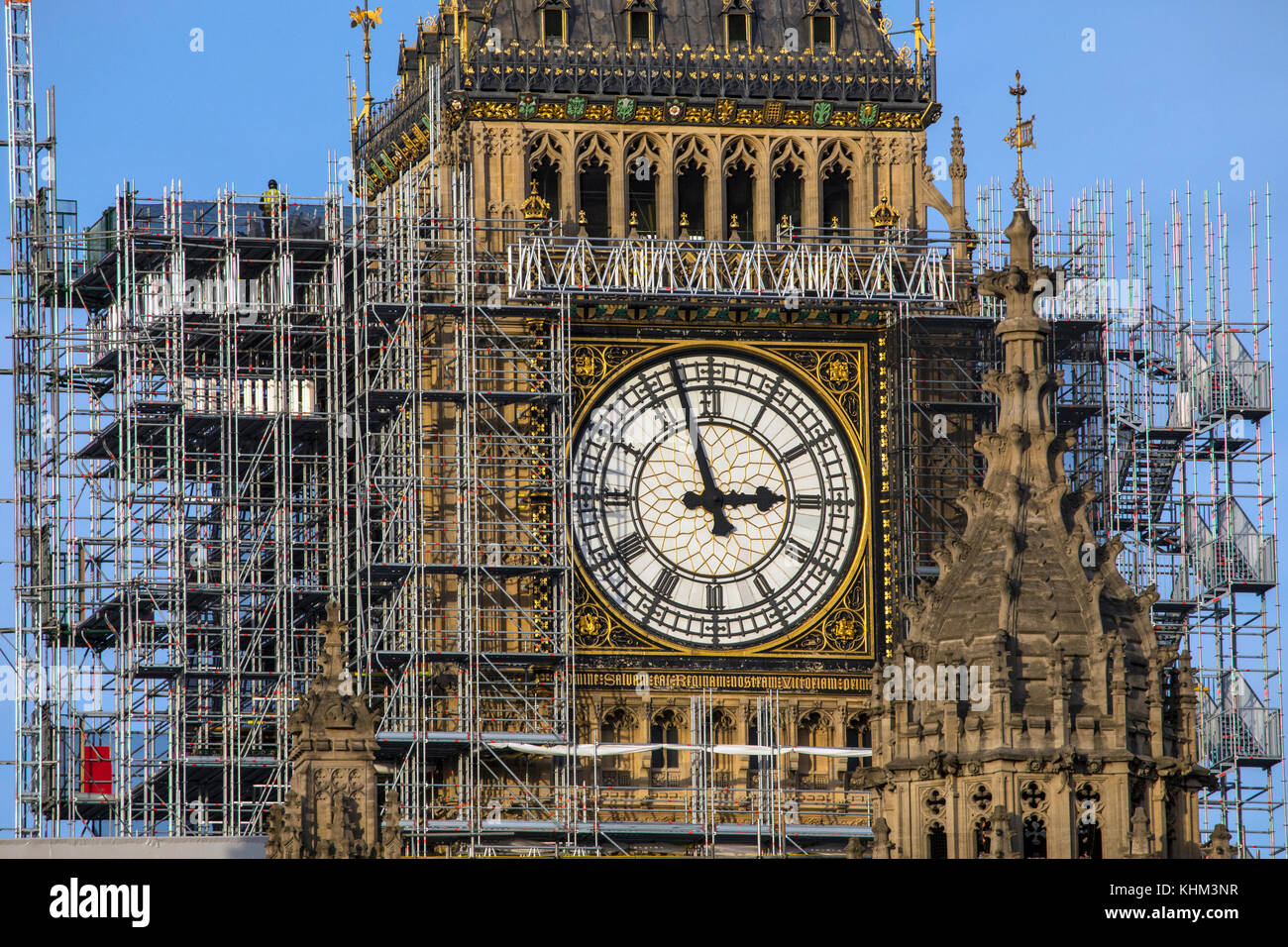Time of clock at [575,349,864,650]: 2:57
